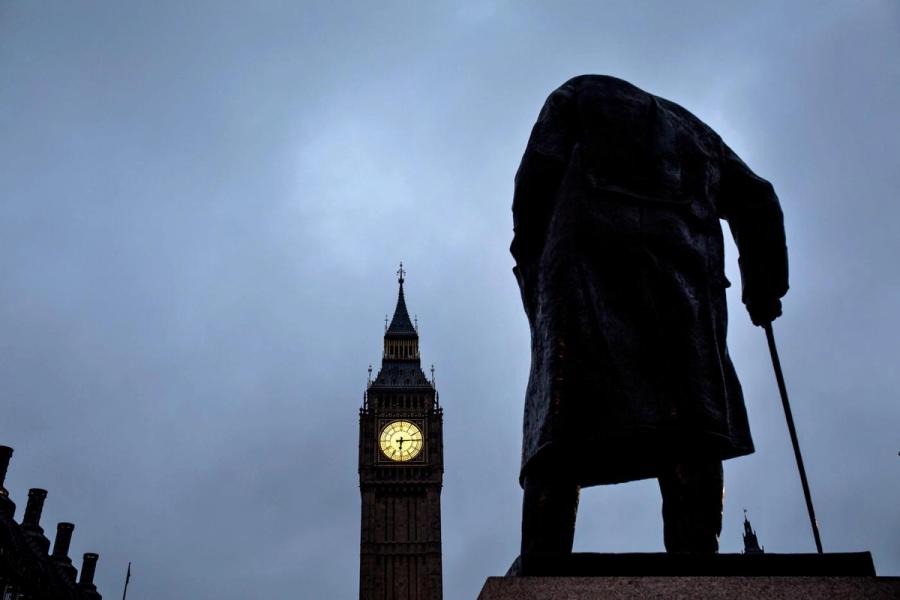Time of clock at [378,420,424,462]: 6:14
